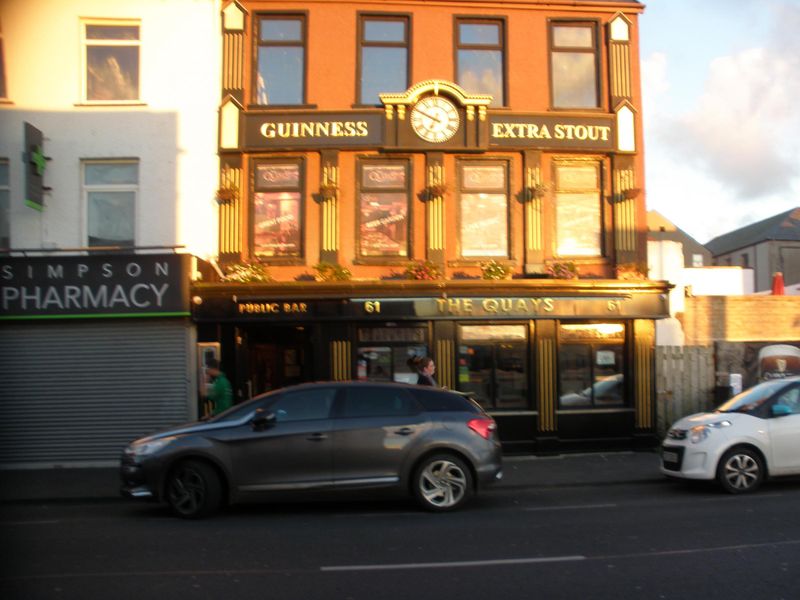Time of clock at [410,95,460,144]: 6:49
